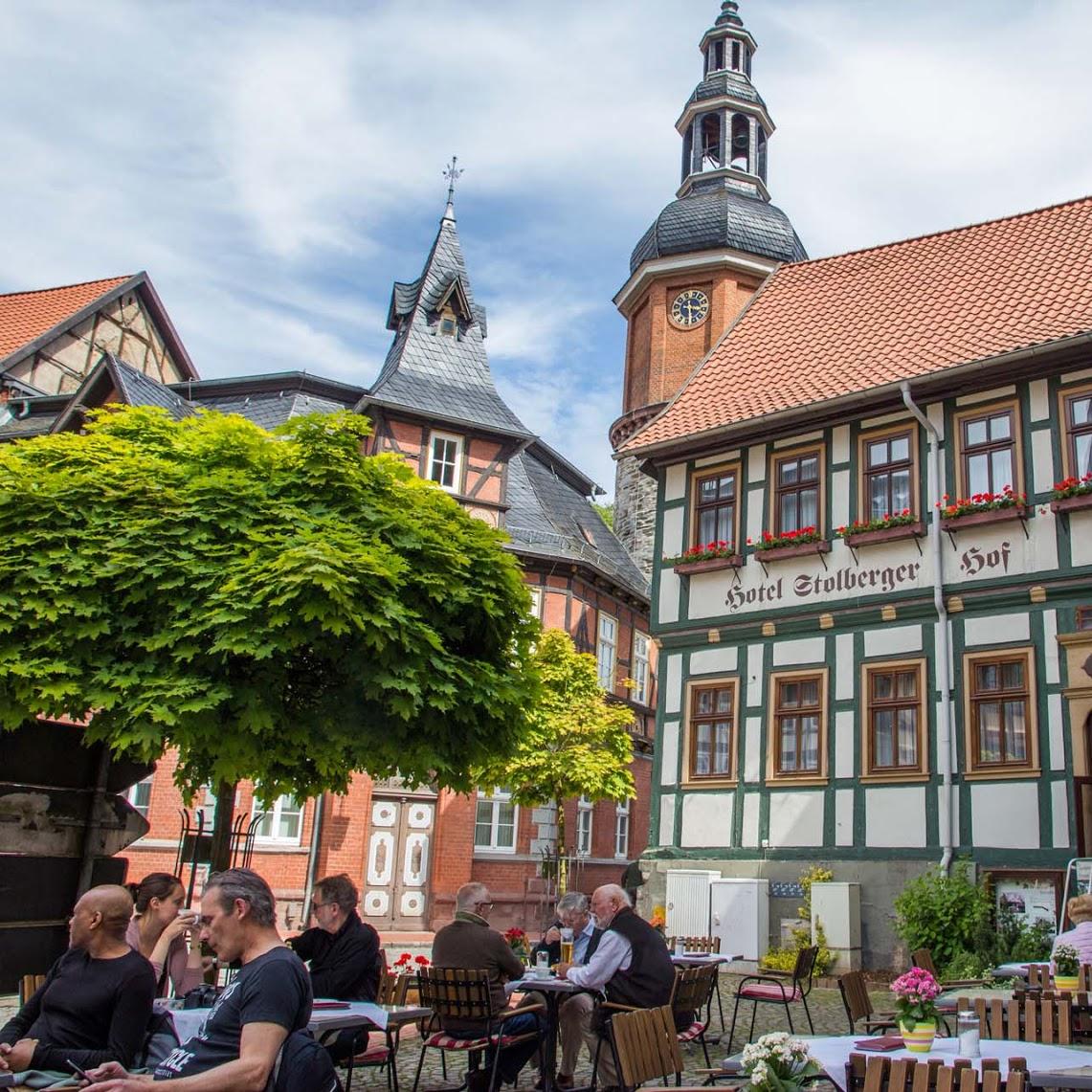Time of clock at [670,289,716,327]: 3:28
